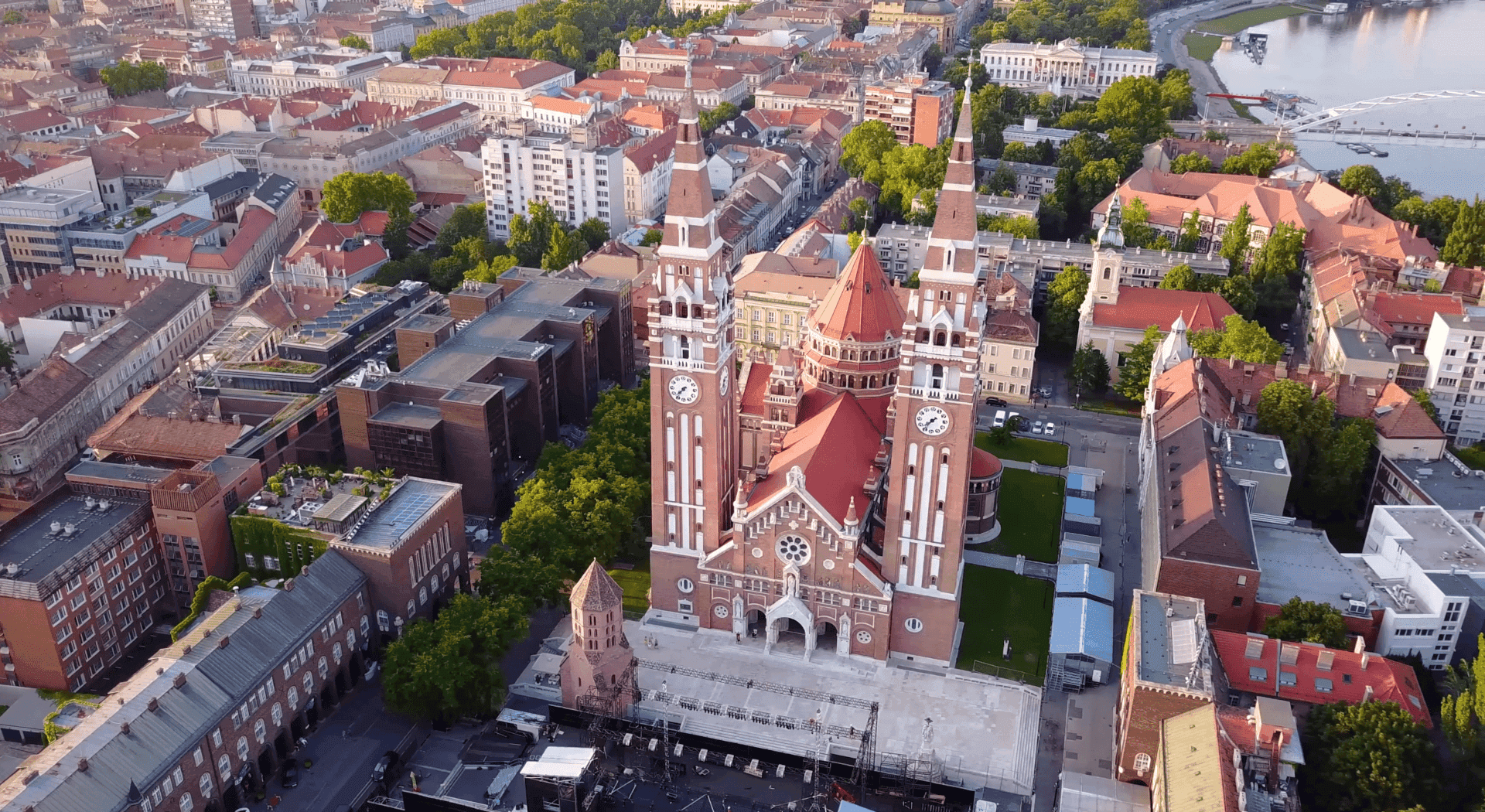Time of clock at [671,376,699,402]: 7:36
